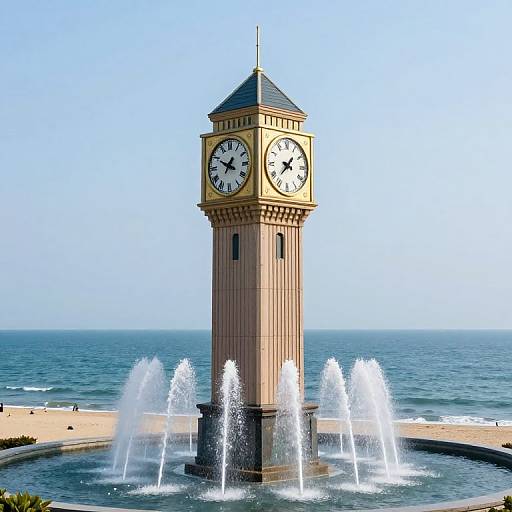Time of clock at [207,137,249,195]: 12:49
